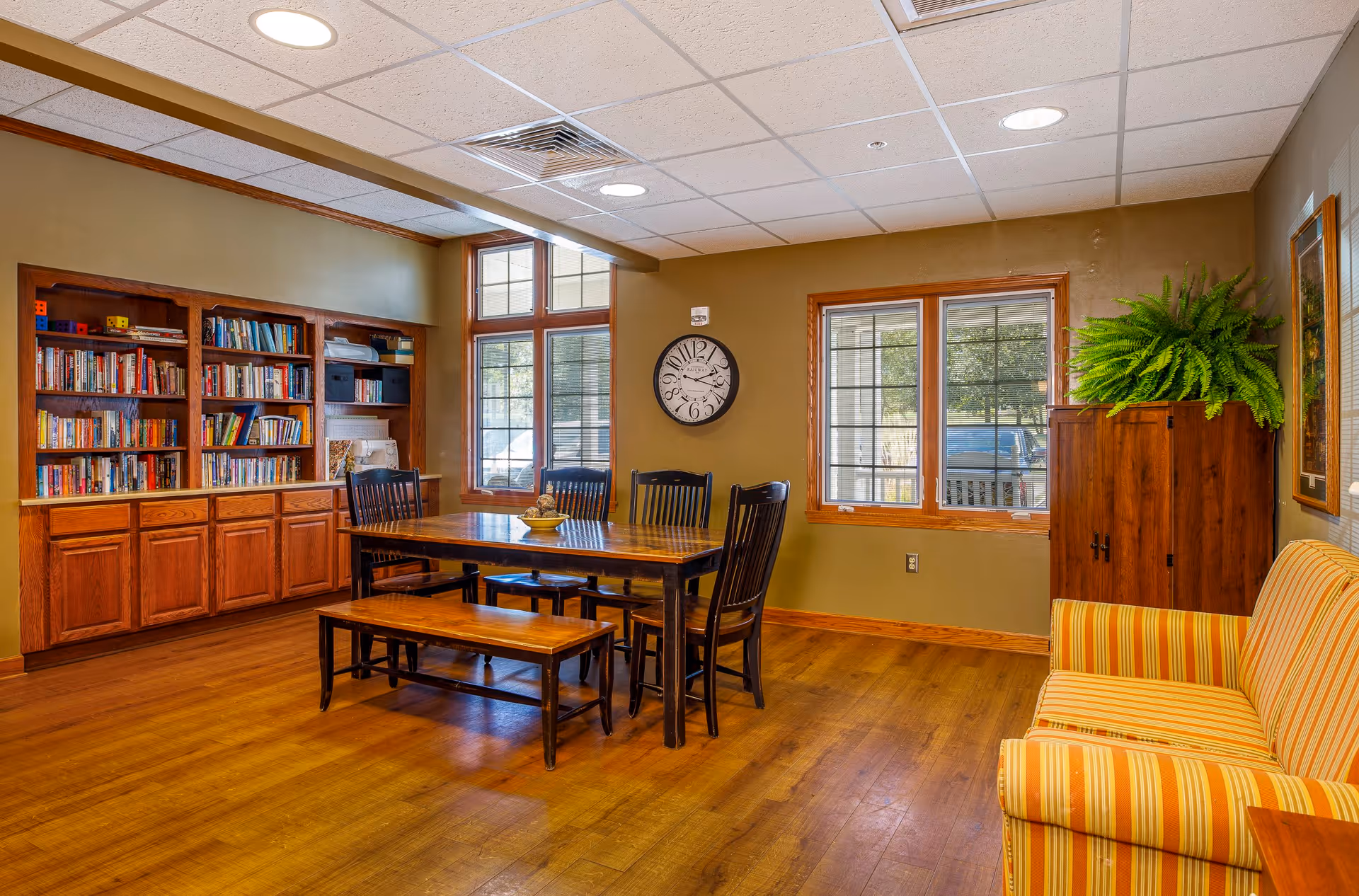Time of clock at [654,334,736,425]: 2:17
